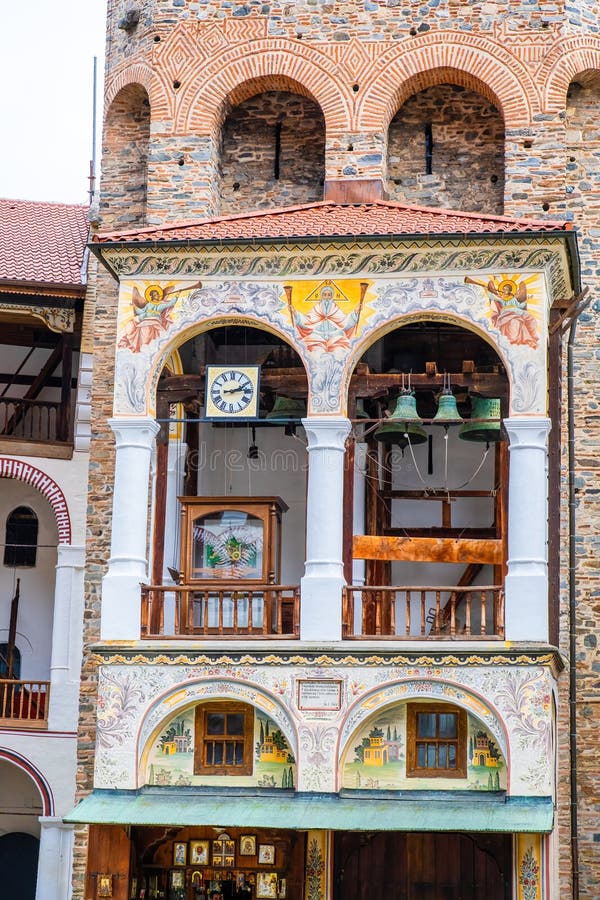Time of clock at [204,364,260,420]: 2:13
